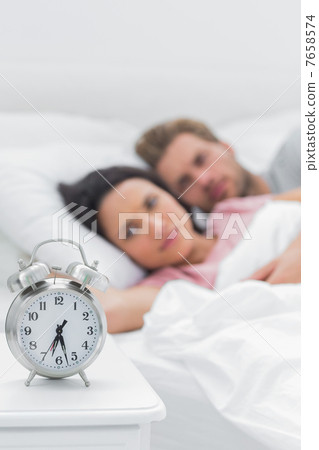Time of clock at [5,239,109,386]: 6:27
